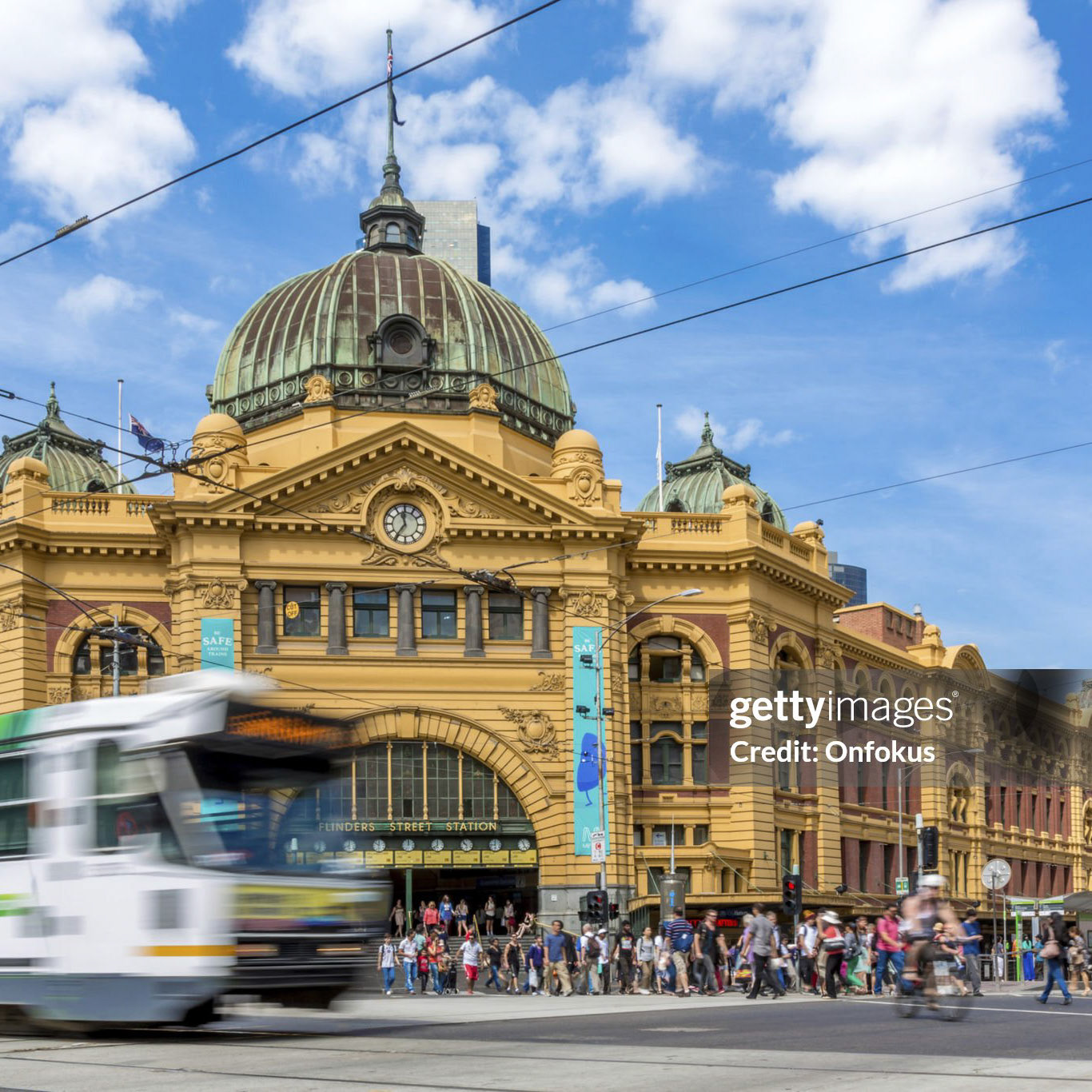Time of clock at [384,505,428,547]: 11:35
